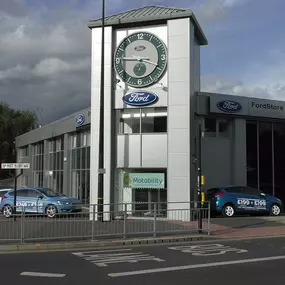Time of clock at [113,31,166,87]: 3:45
